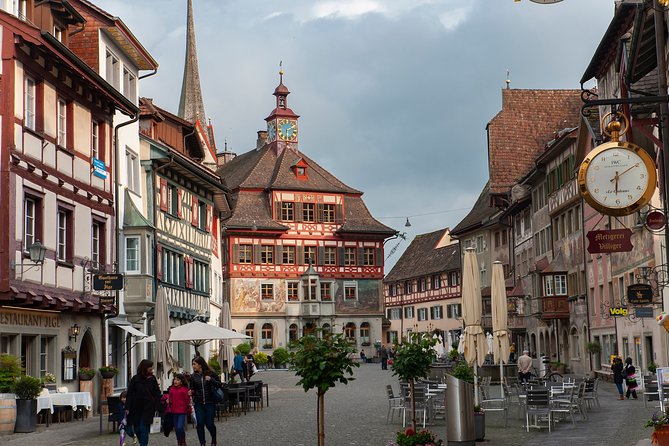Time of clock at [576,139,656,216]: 6:09
